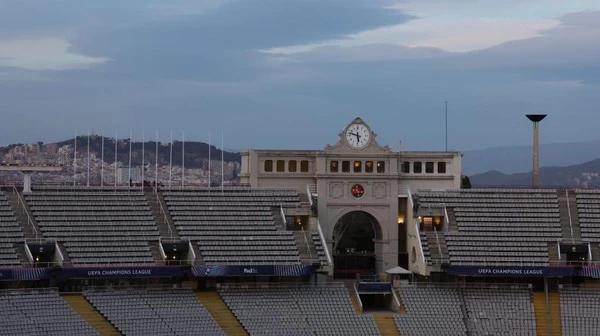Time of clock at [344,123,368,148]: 5:47
